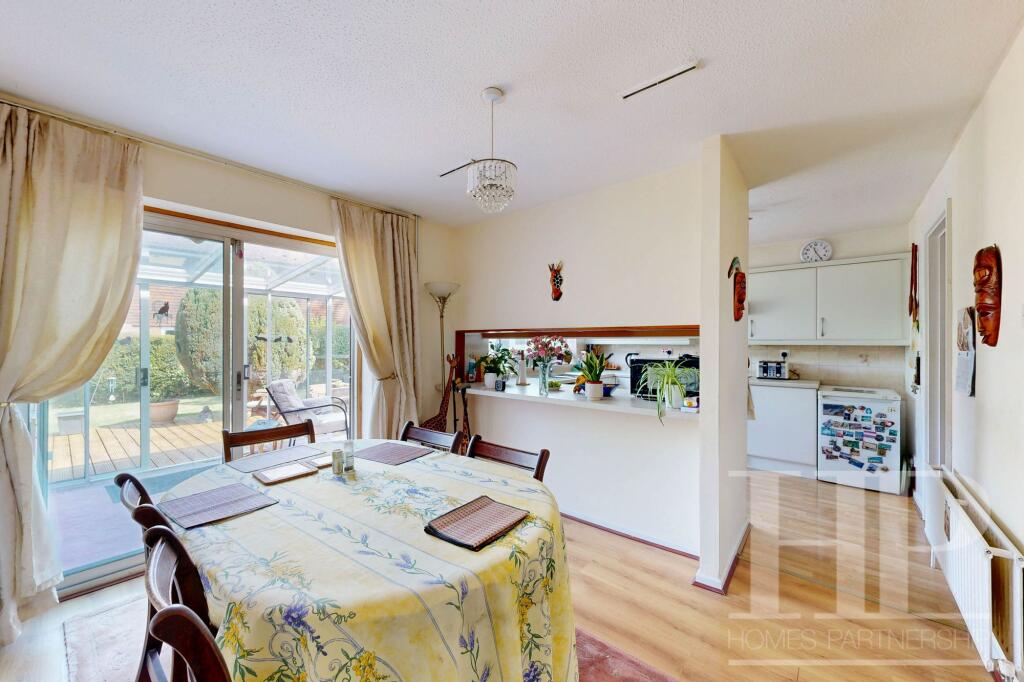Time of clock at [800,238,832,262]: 11:25
